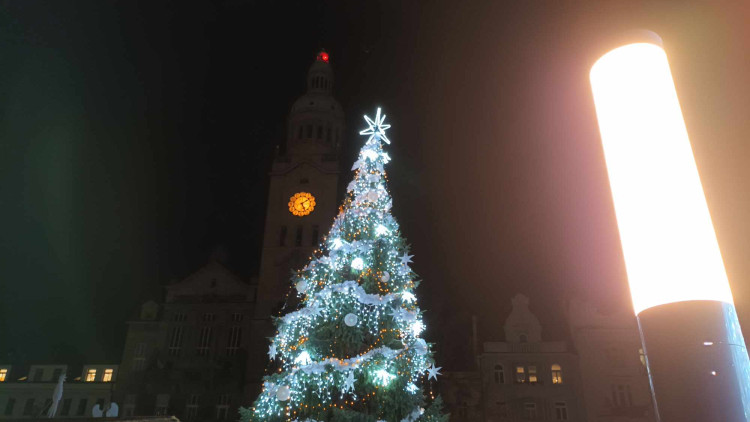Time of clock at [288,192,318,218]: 5:08
